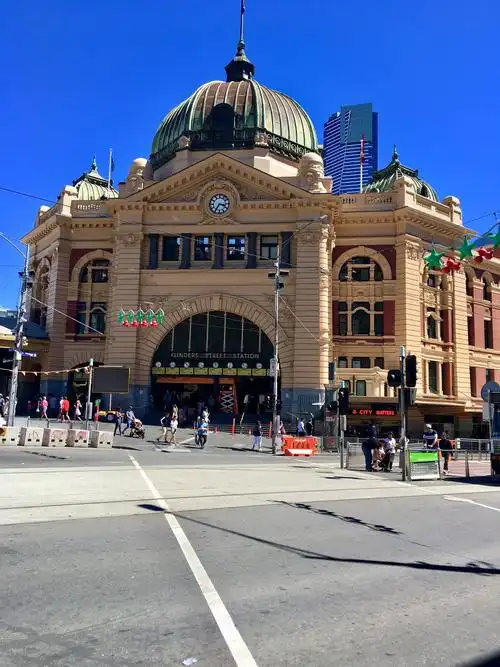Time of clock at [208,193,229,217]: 3:35
